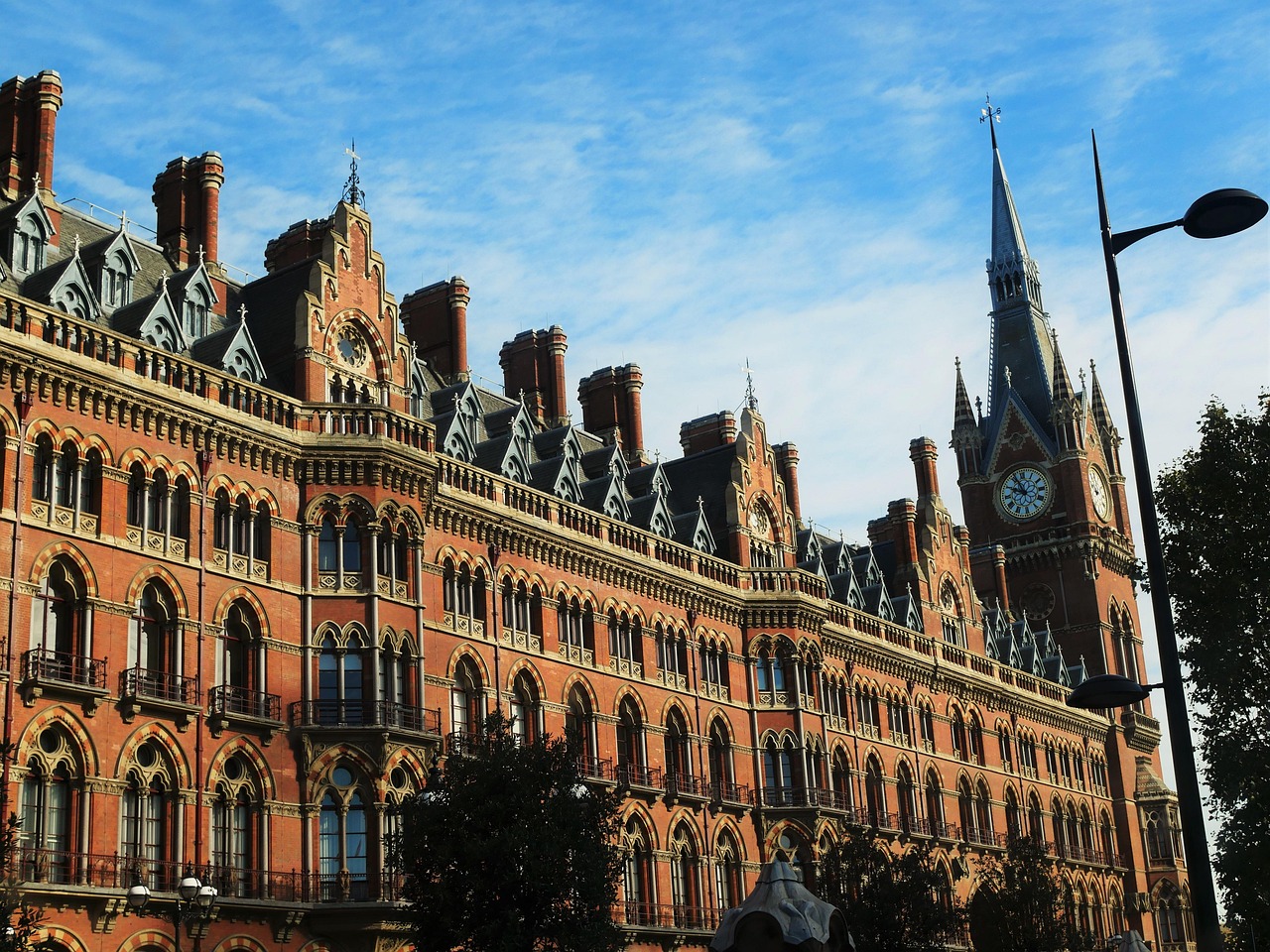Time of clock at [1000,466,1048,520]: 9:56
